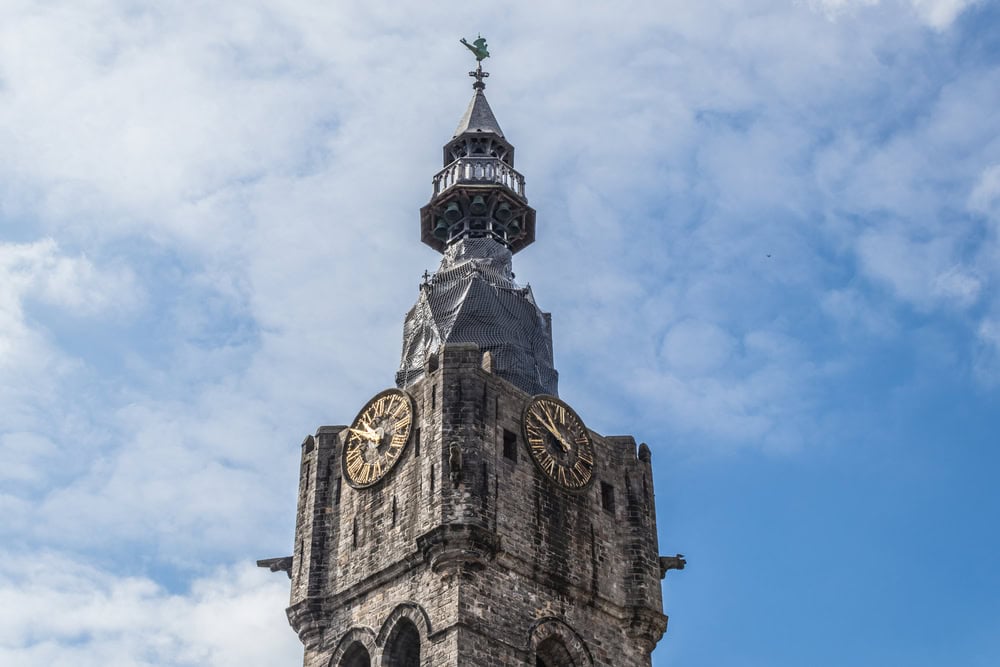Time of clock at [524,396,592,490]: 10:50
